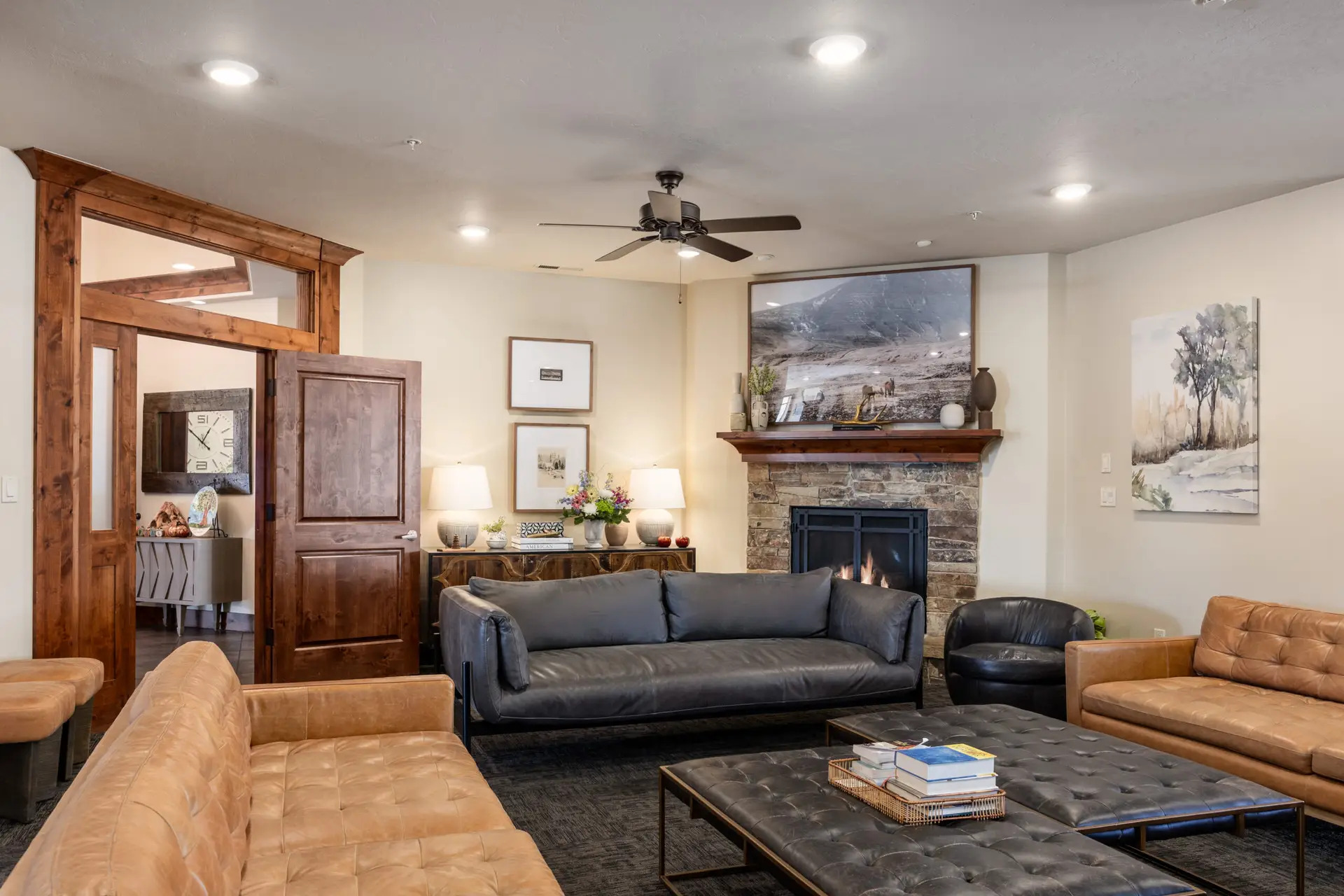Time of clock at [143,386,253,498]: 12:52
